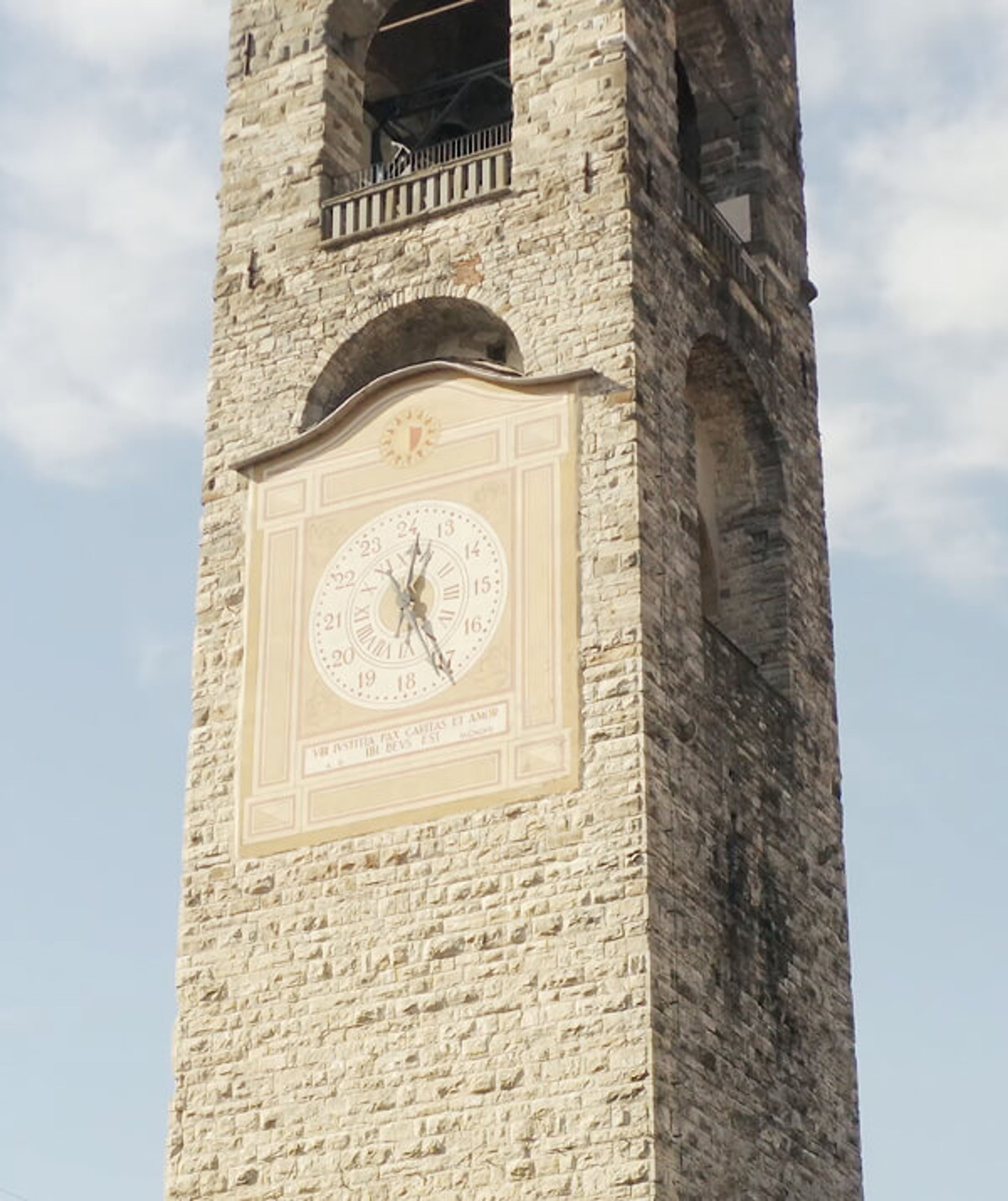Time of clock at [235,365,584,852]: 12:24
